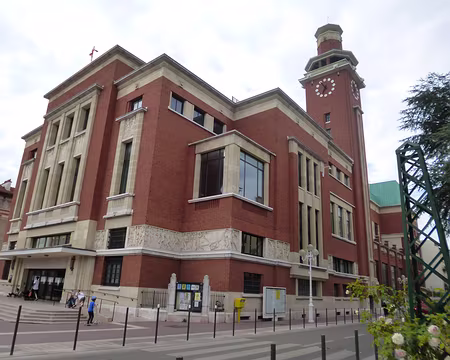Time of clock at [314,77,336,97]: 10:34
